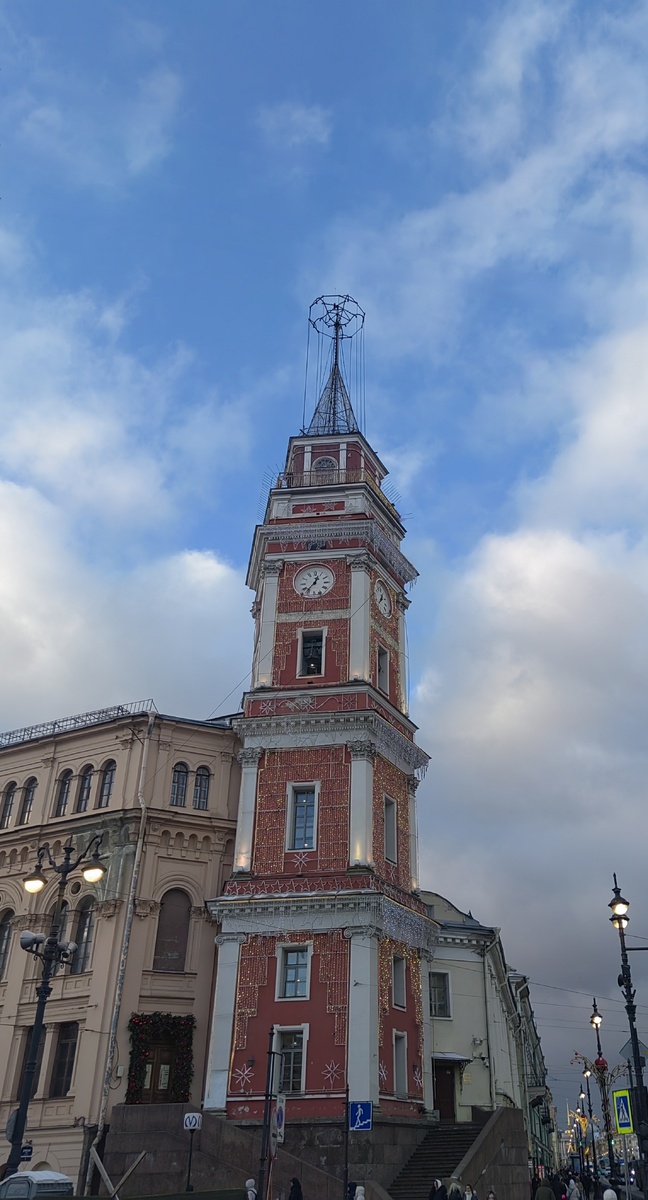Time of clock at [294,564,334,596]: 12:36
